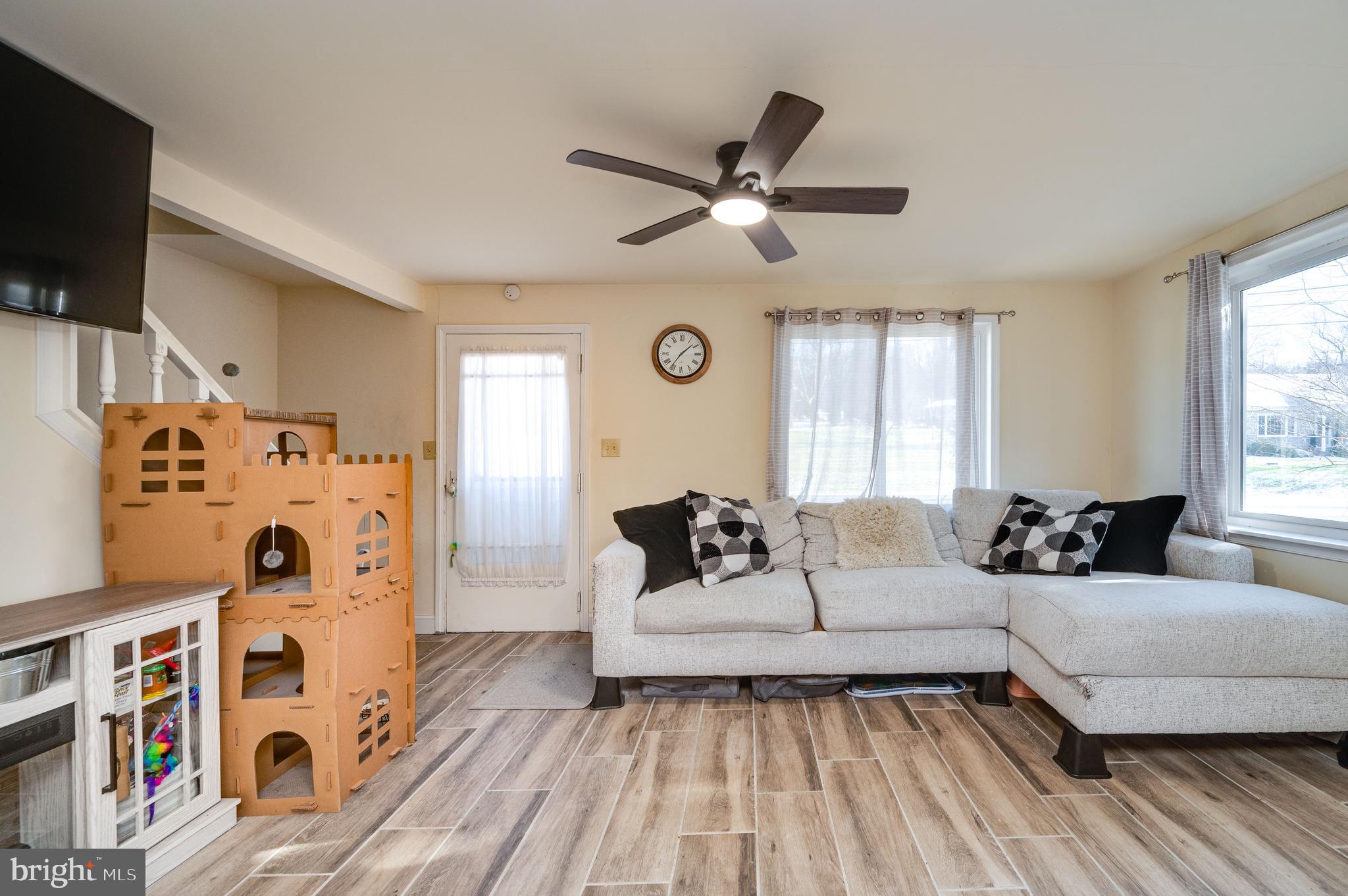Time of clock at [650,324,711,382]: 1:36
